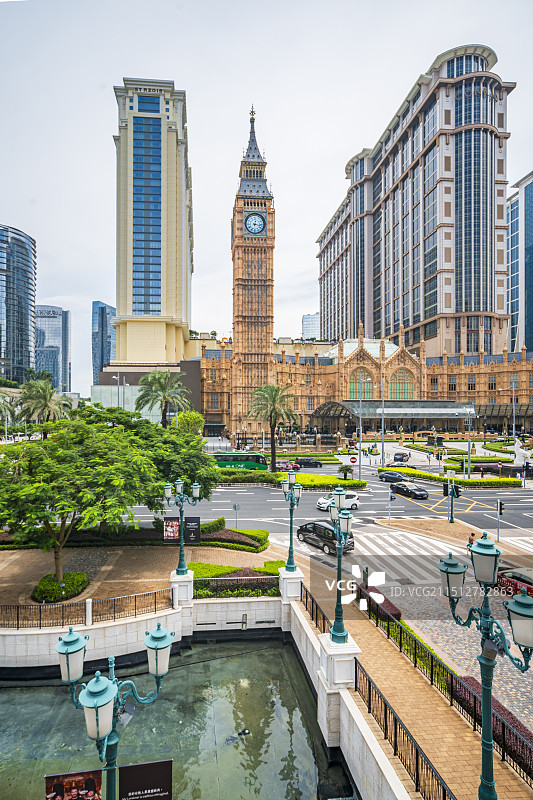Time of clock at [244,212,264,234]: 12:16
